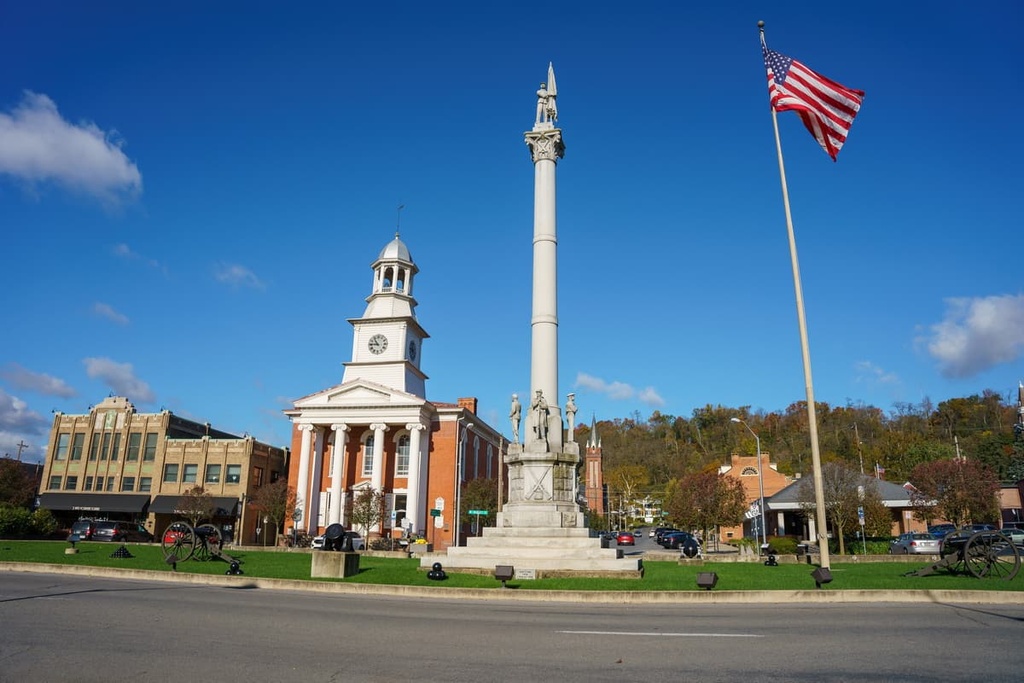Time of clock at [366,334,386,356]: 10:45
